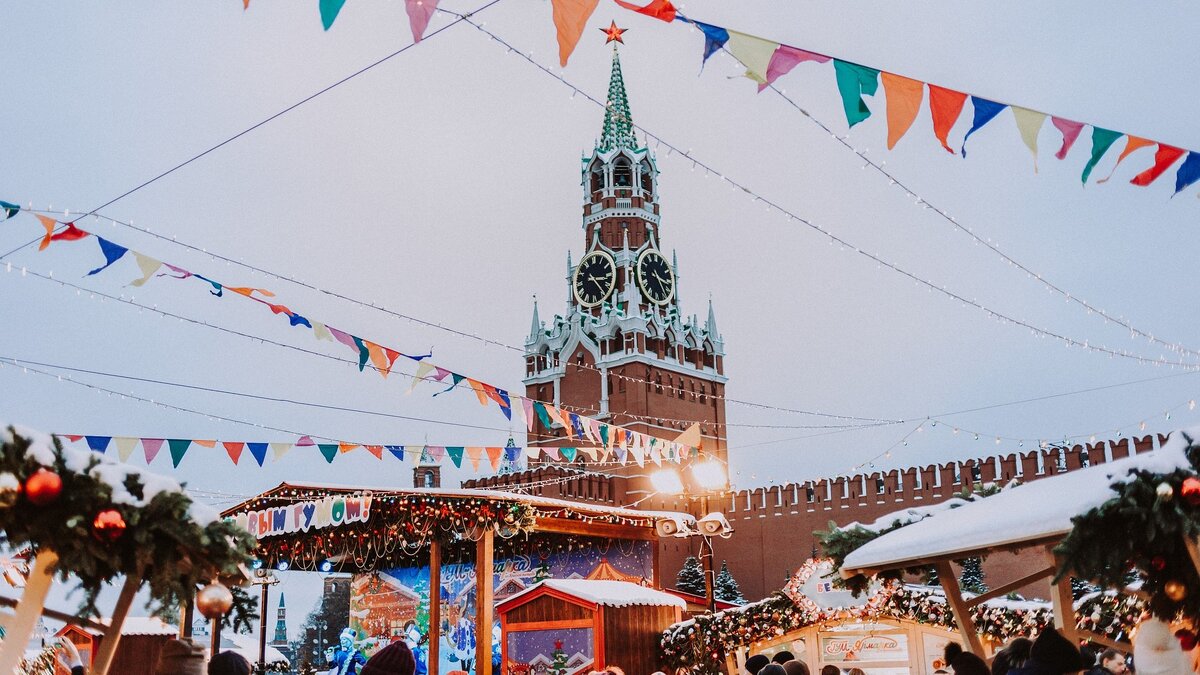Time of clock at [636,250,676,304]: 3:24
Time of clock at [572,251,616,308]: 3:23
